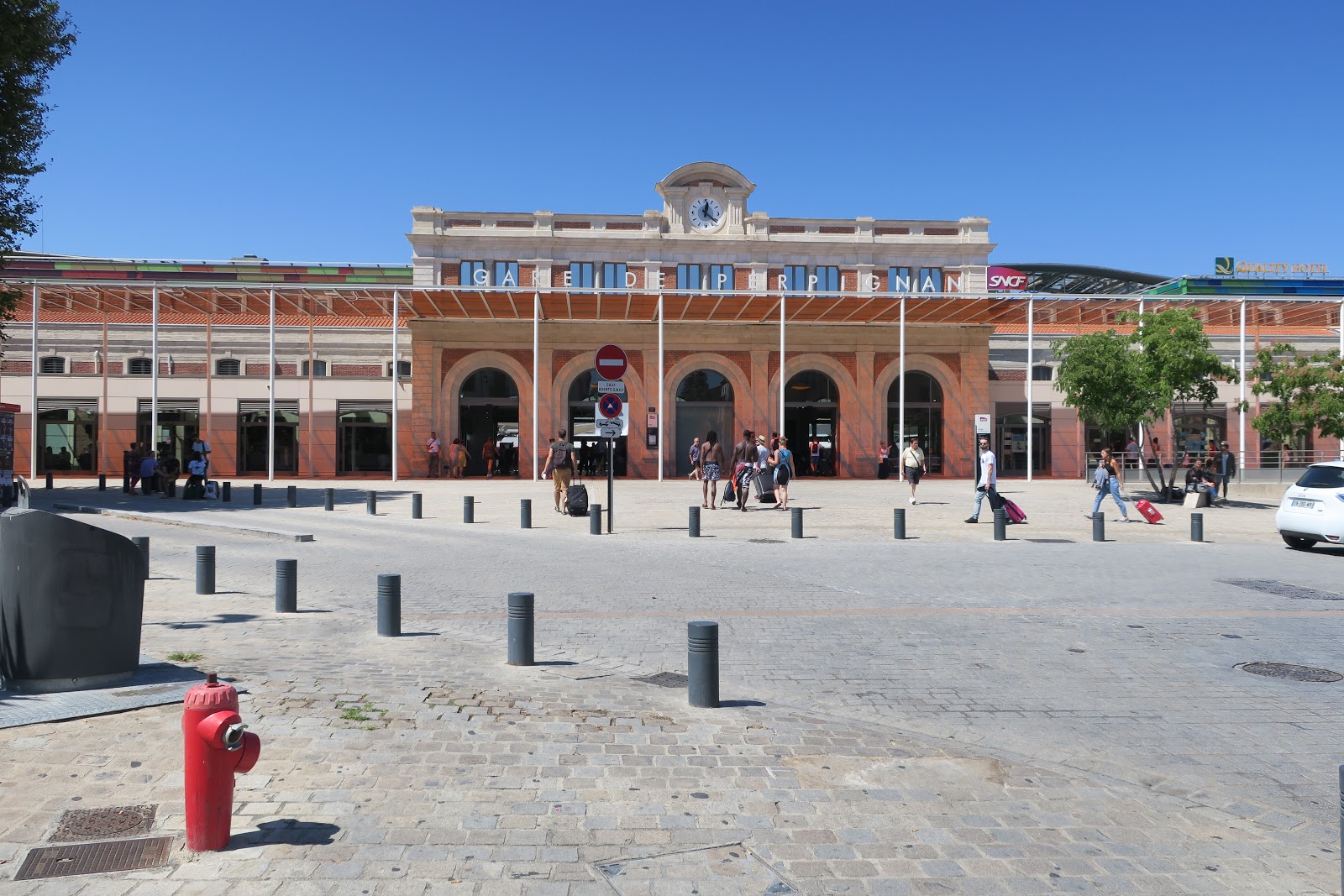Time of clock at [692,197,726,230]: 12:21
